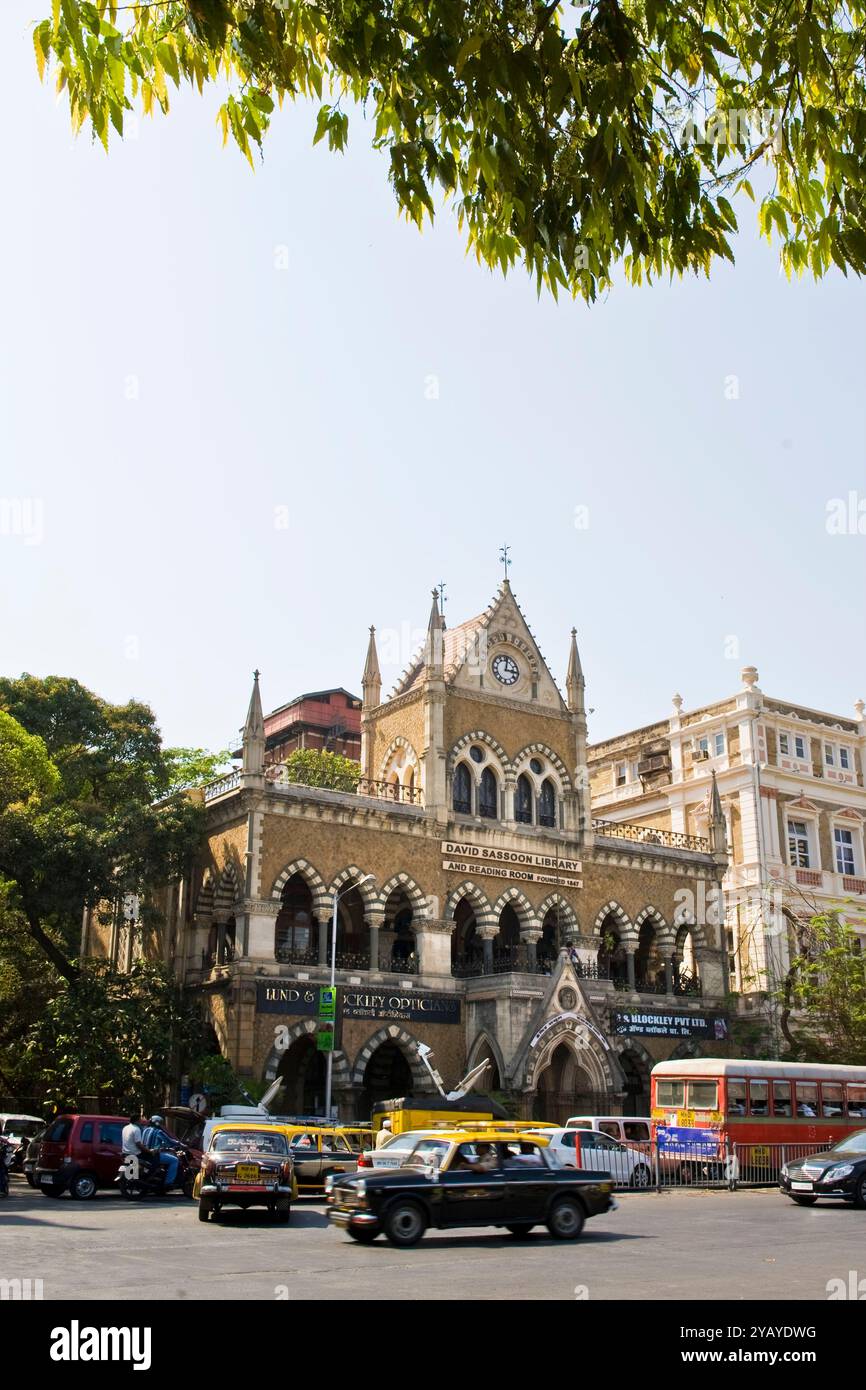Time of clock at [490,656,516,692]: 3:01
